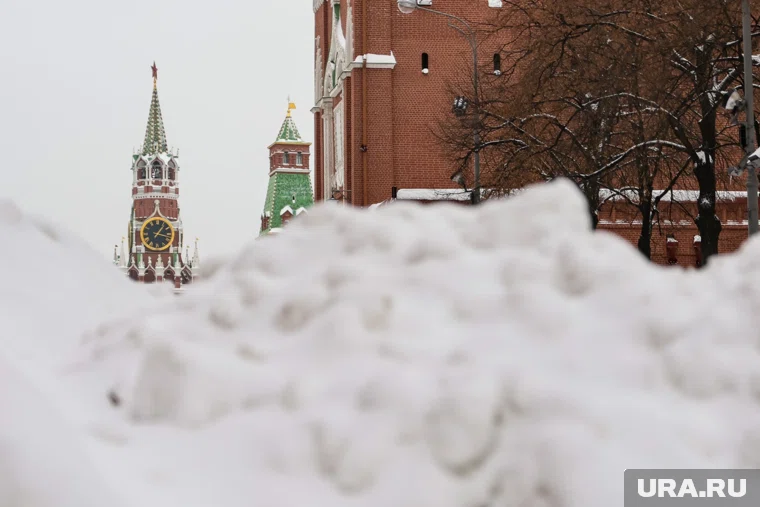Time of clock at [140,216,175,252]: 1:17
